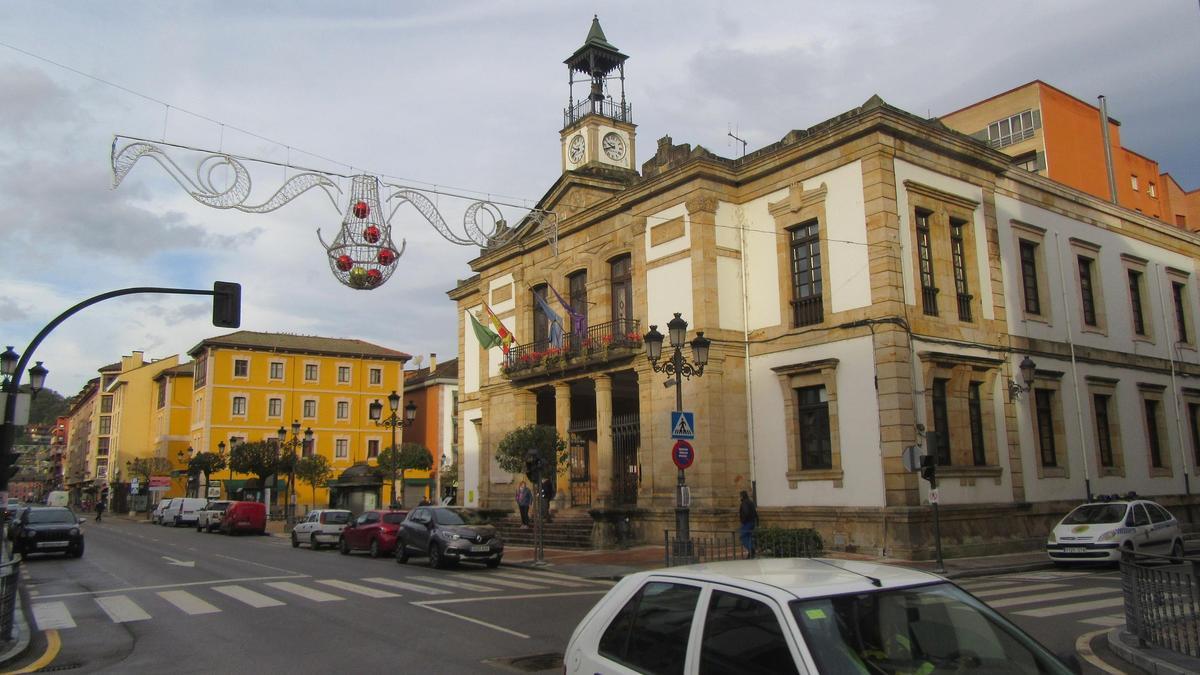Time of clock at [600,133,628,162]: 9:41
